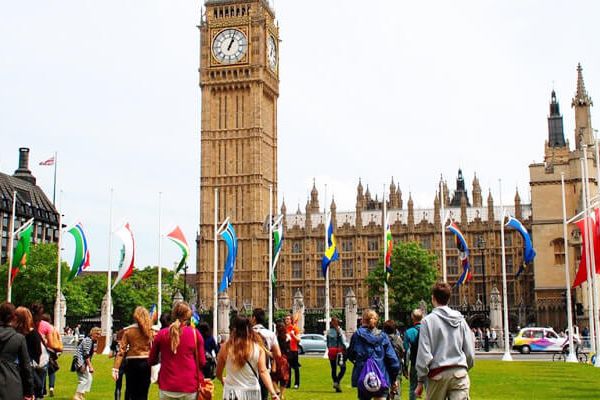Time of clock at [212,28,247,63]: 1:03
